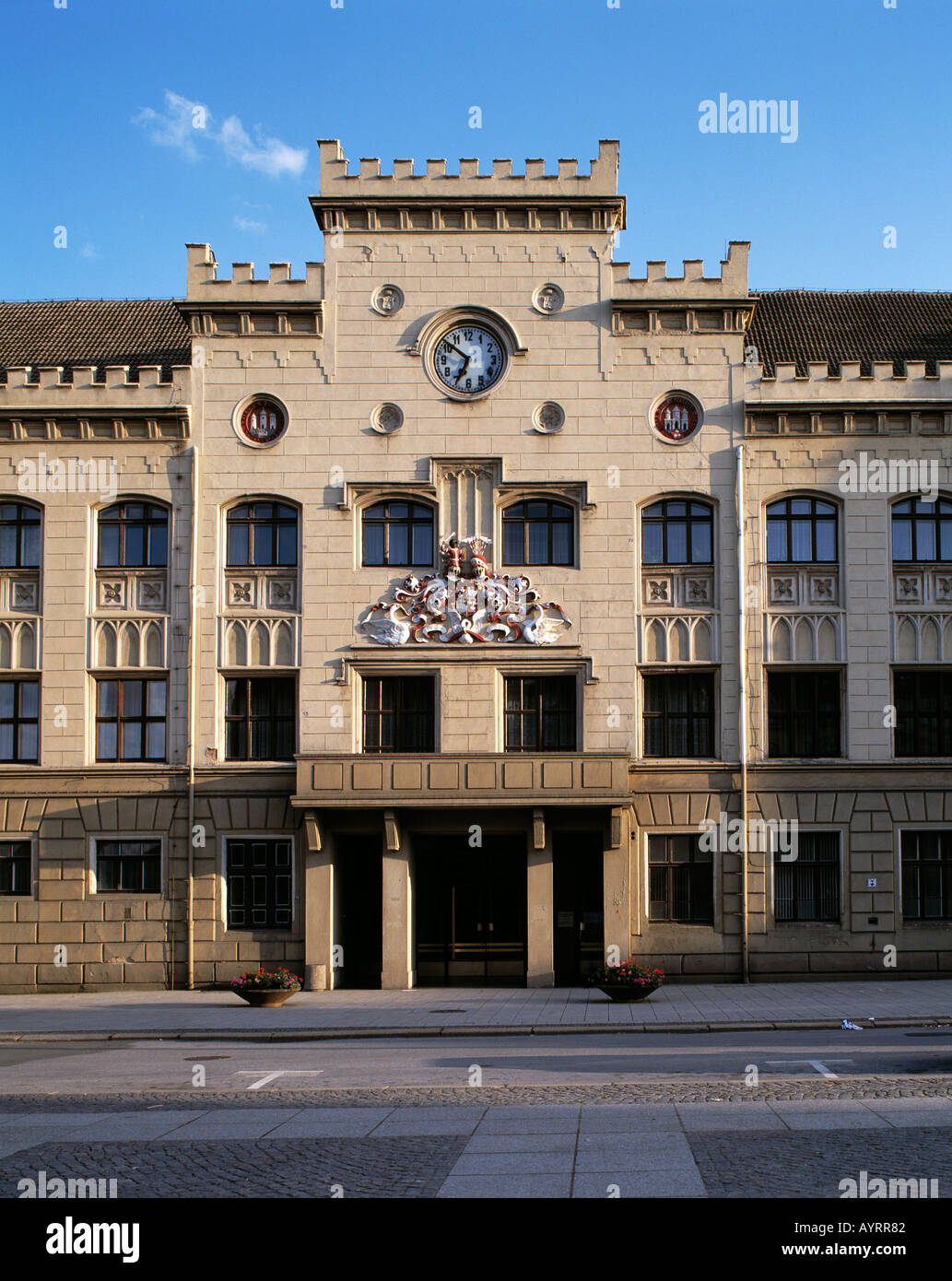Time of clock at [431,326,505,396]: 6:51
